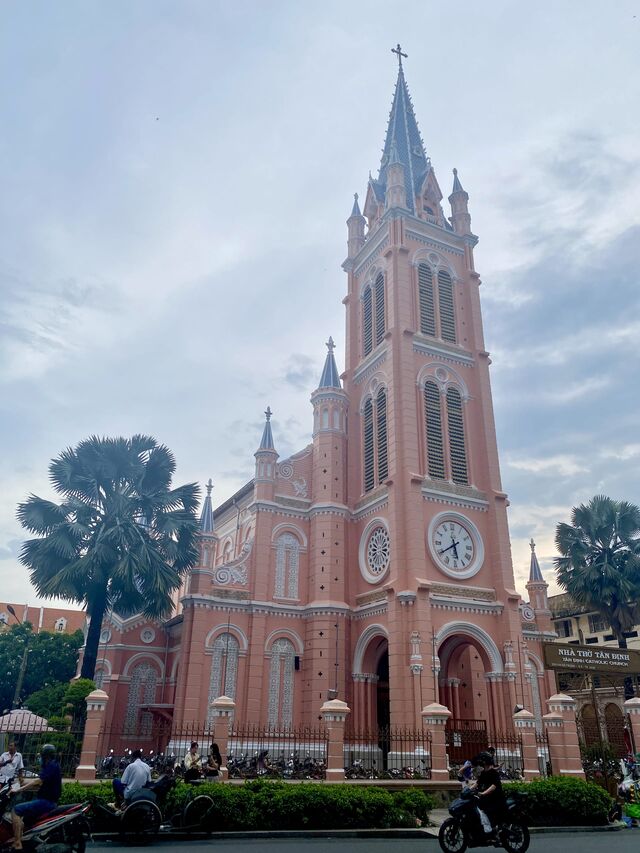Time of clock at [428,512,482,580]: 5:39
